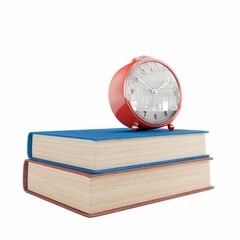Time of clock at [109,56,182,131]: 1:51
